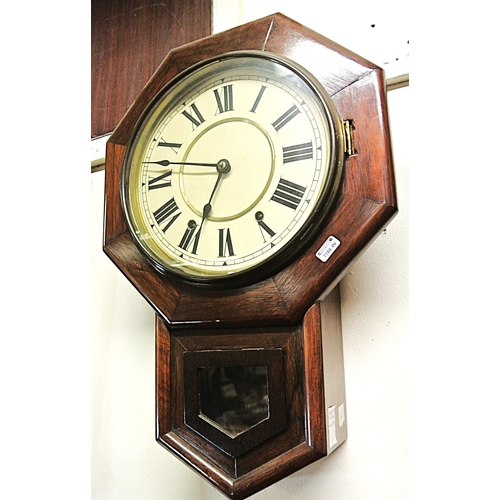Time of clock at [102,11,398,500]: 6:47
